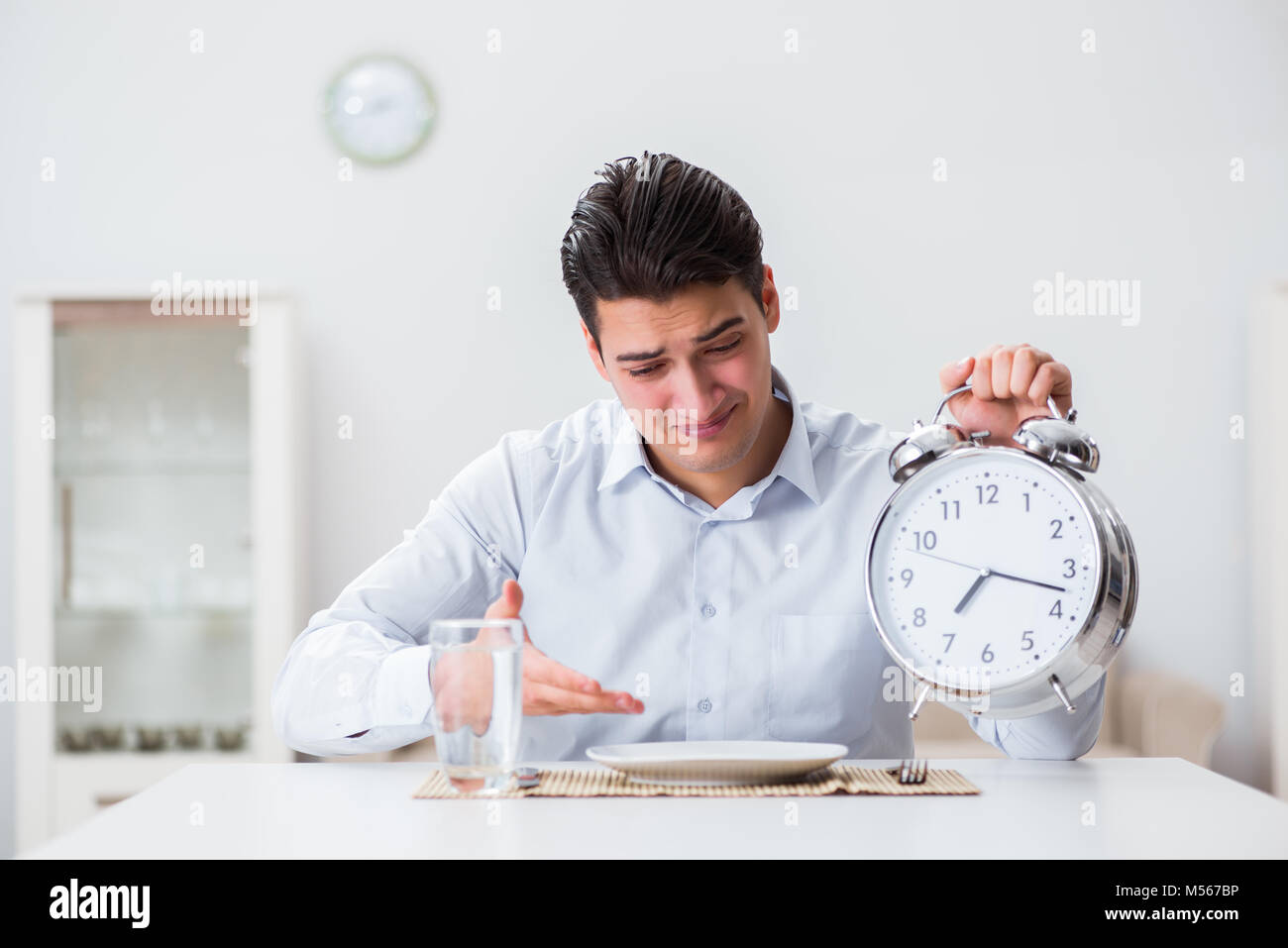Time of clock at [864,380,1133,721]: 7:17
